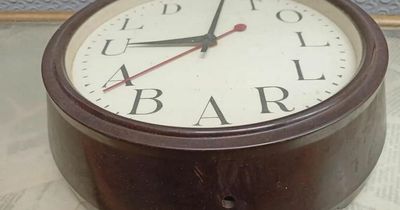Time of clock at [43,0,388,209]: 9:01
